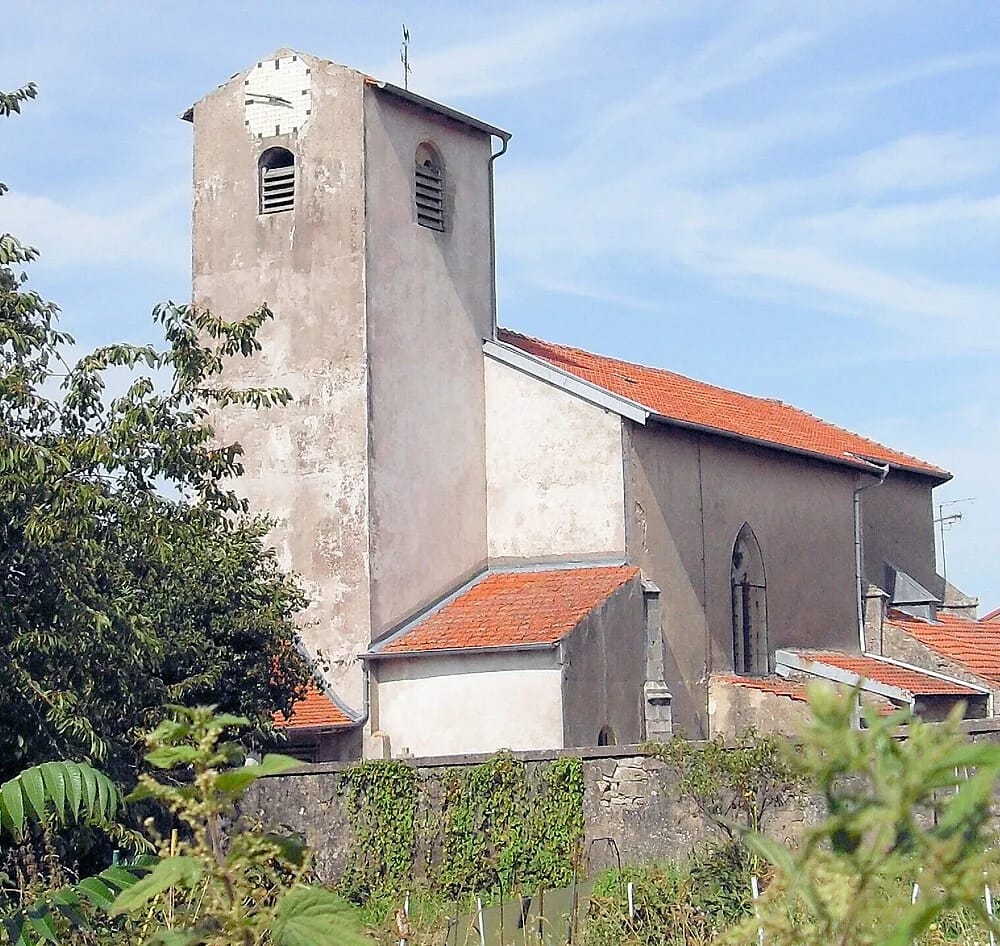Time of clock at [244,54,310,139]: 3:47
